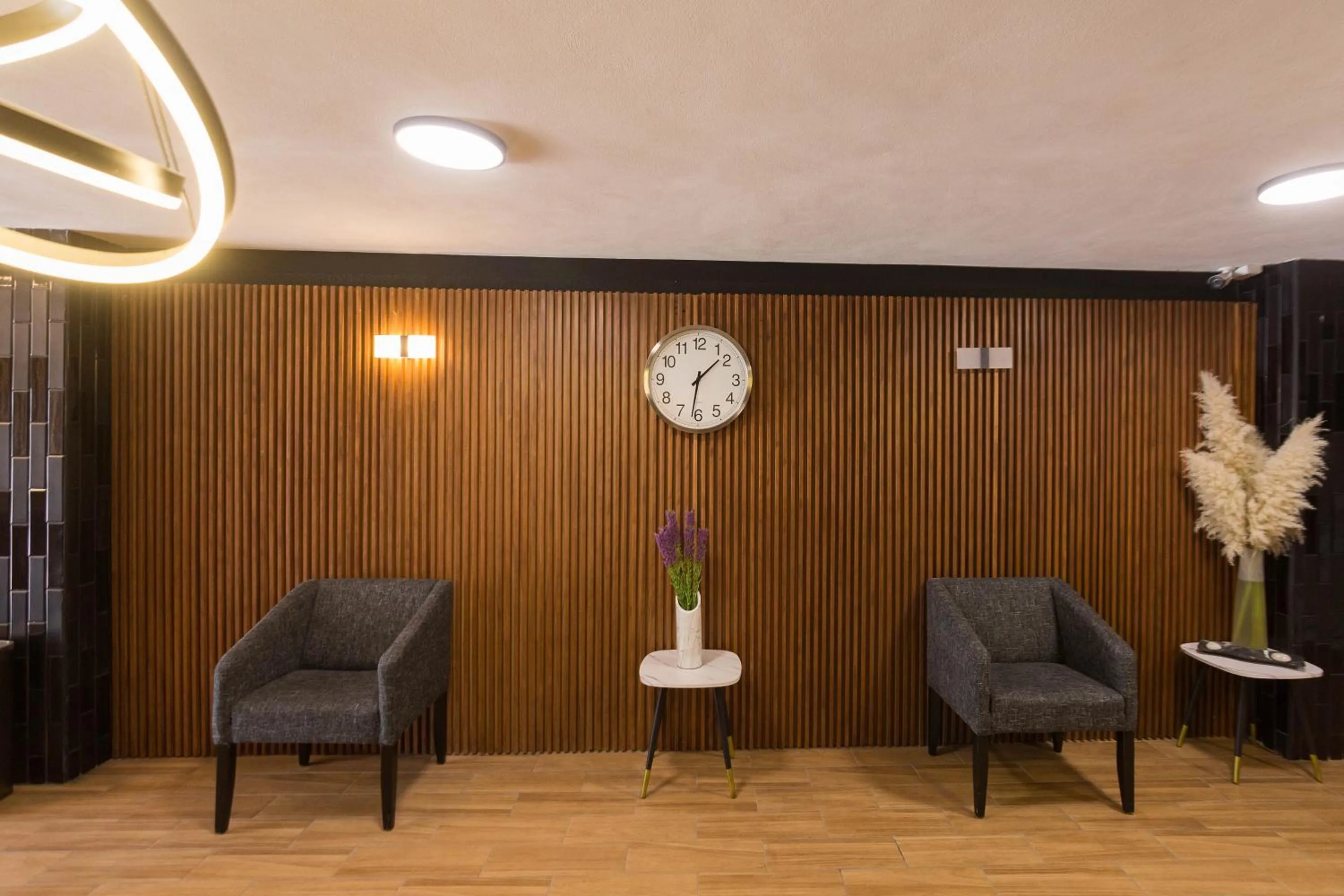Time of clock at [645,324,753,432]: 1:31
